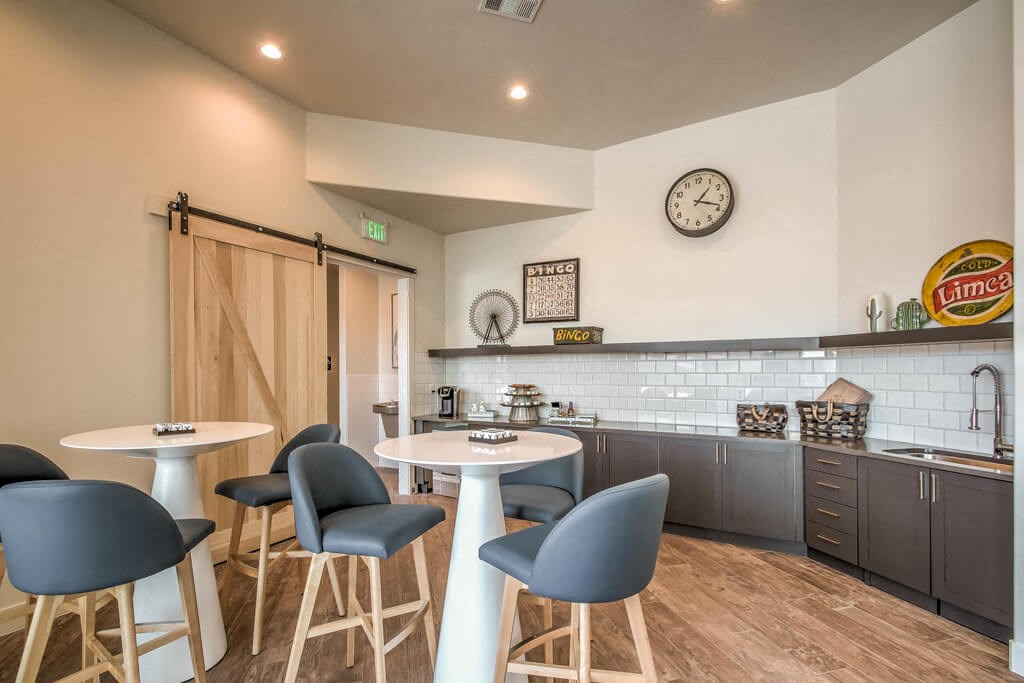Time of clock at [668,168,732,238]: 1:18
